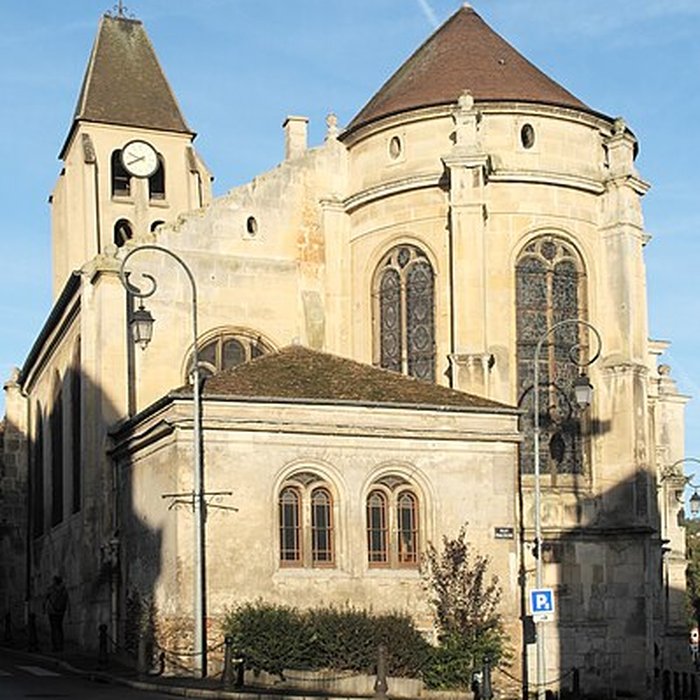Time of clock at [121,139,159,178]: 9:41
